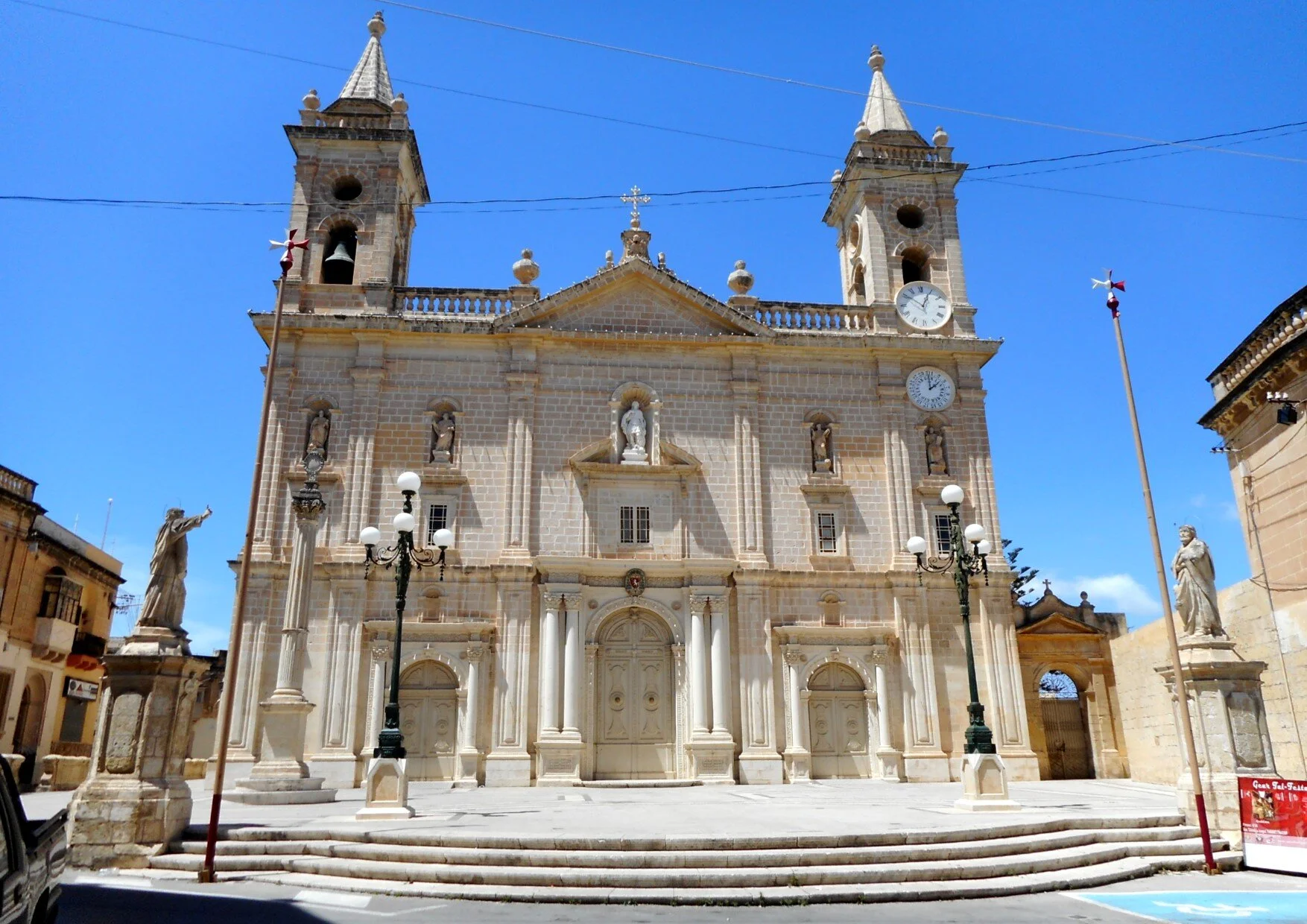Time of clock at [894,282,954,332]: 12:51
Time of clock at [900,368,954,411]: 1:59
